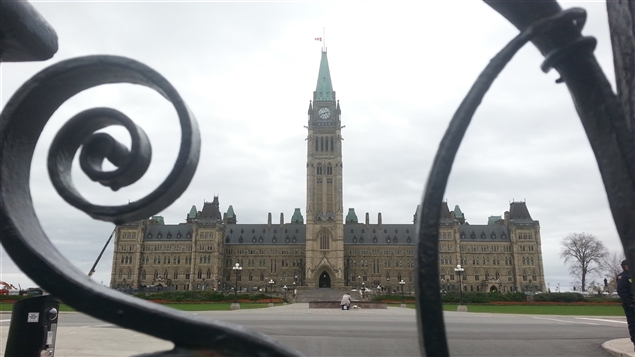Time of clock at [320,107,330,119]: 2:41
